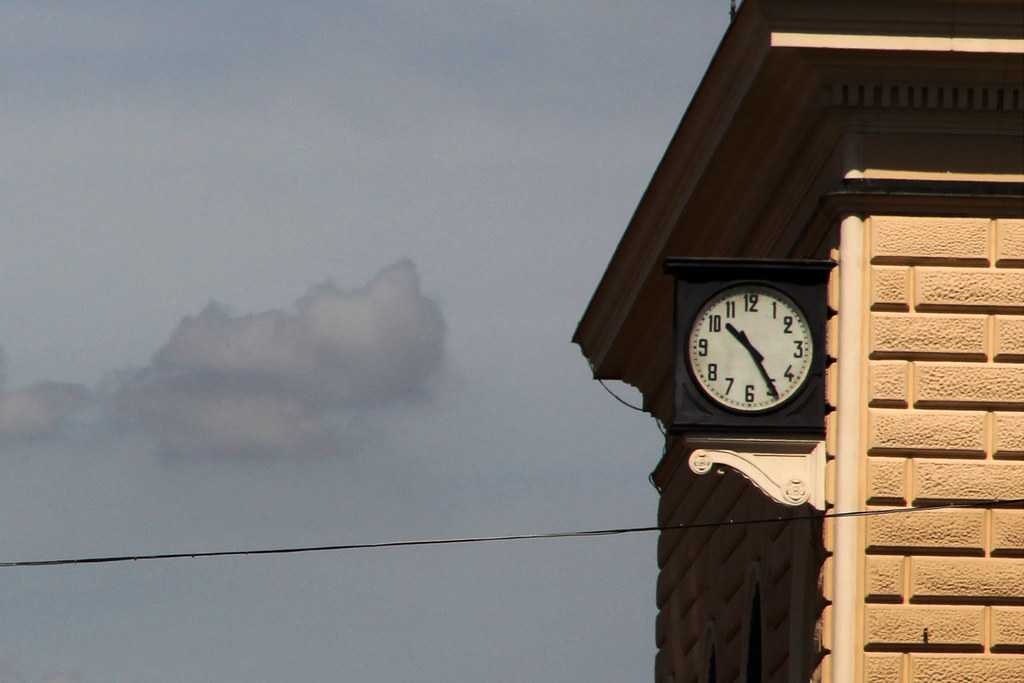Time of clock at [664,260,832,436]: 10:24
